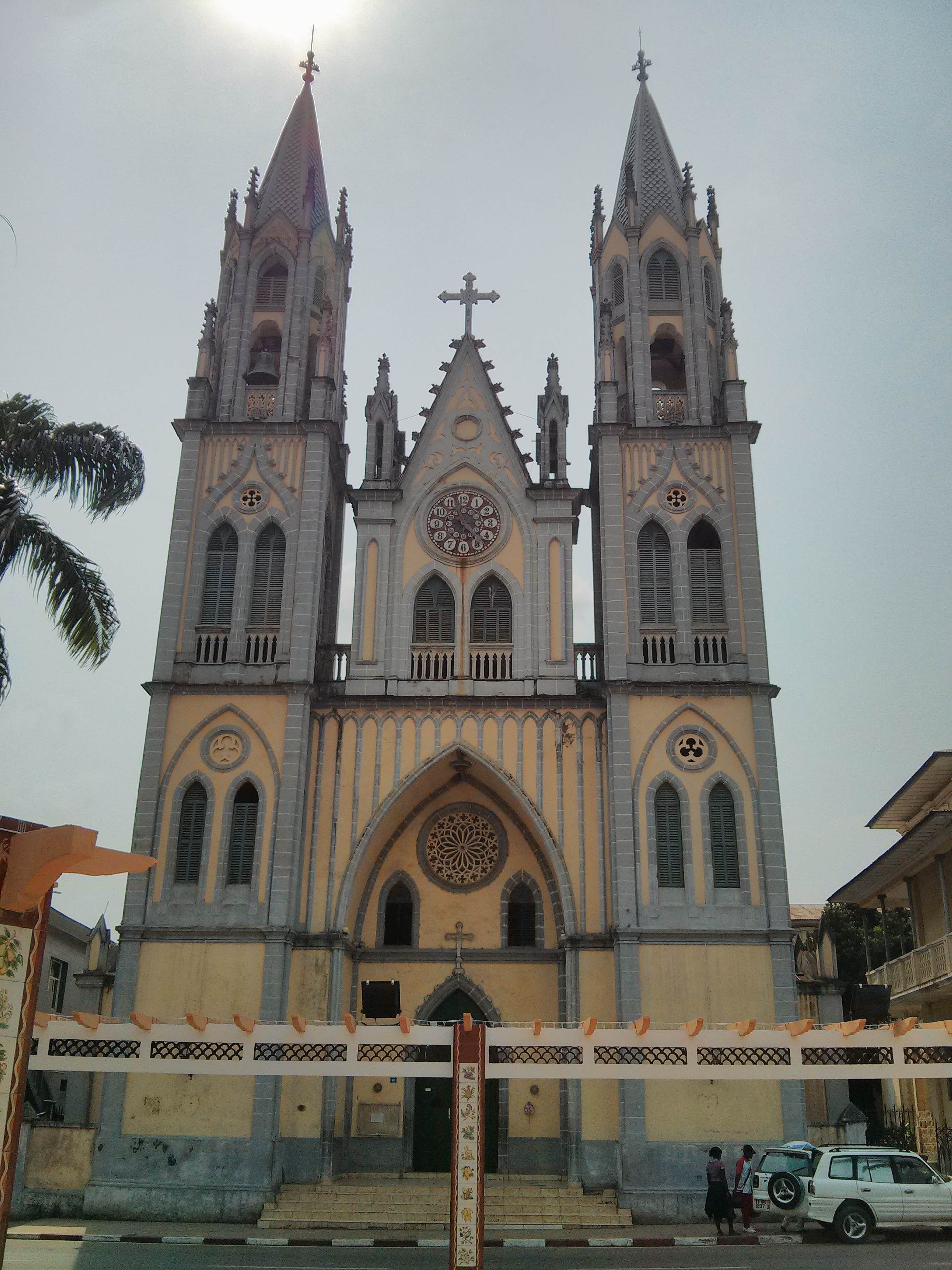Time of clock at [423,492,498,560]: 4:22
